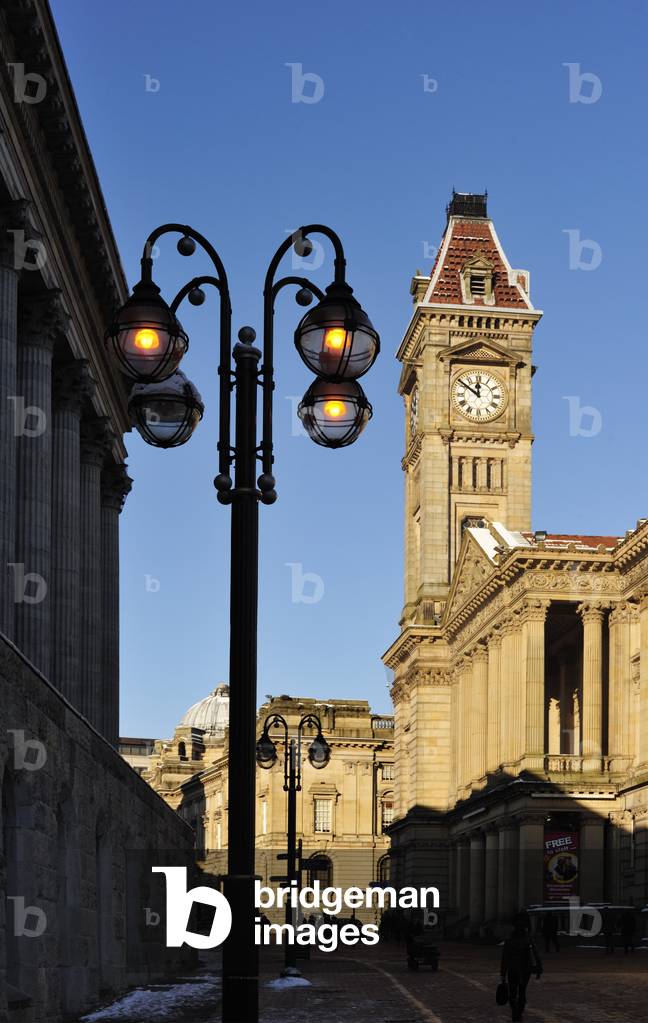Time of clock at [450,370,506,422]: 11:51
